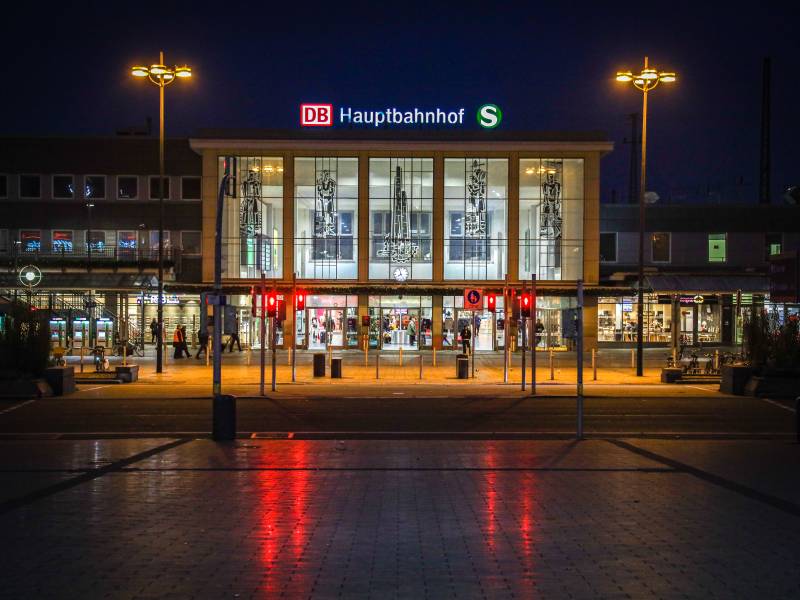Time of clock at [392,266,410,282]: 7:57
